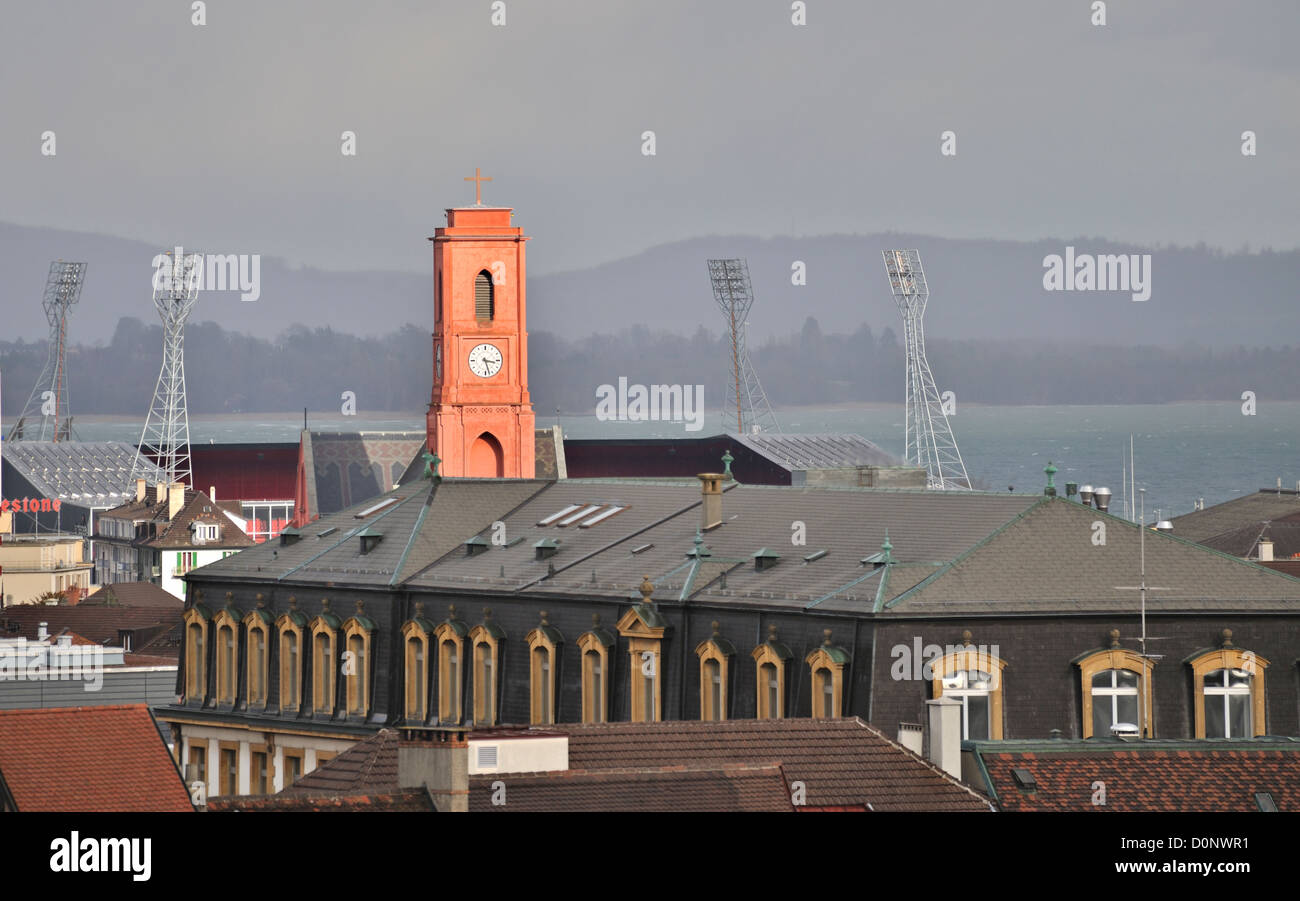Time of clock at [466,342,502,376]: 3:27
